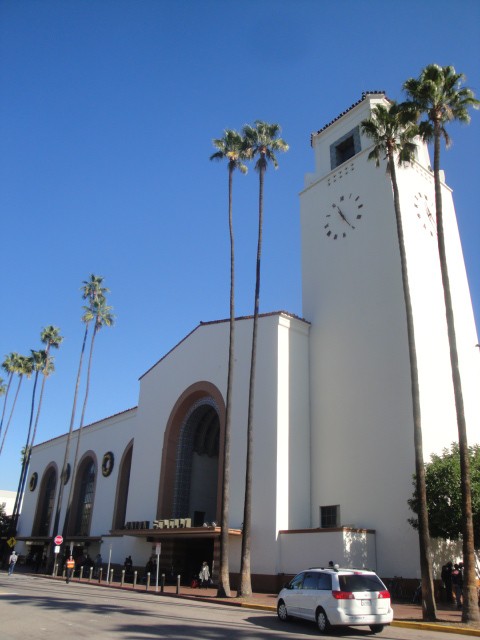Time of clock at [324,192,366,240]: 10:20
